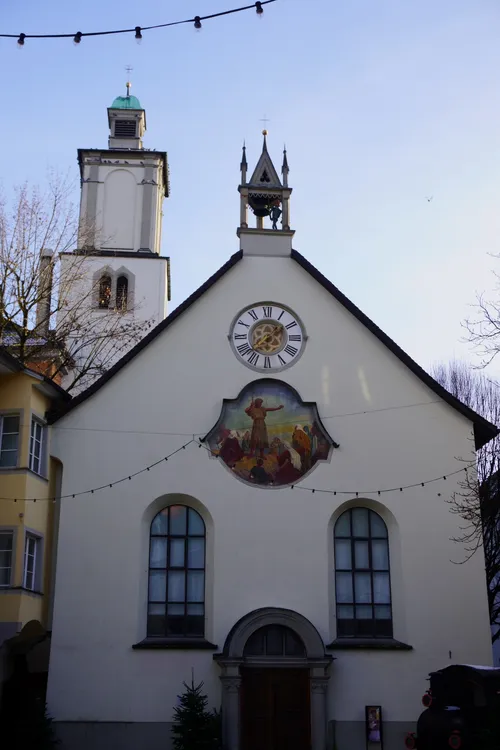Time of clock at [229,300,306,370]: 1:37
